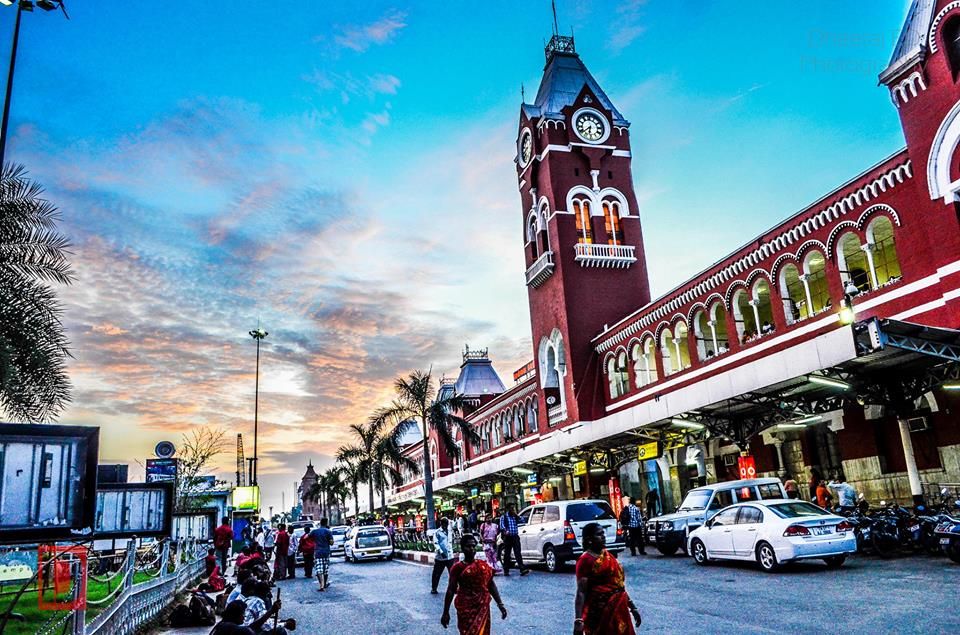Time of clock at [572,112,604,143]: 6:38
